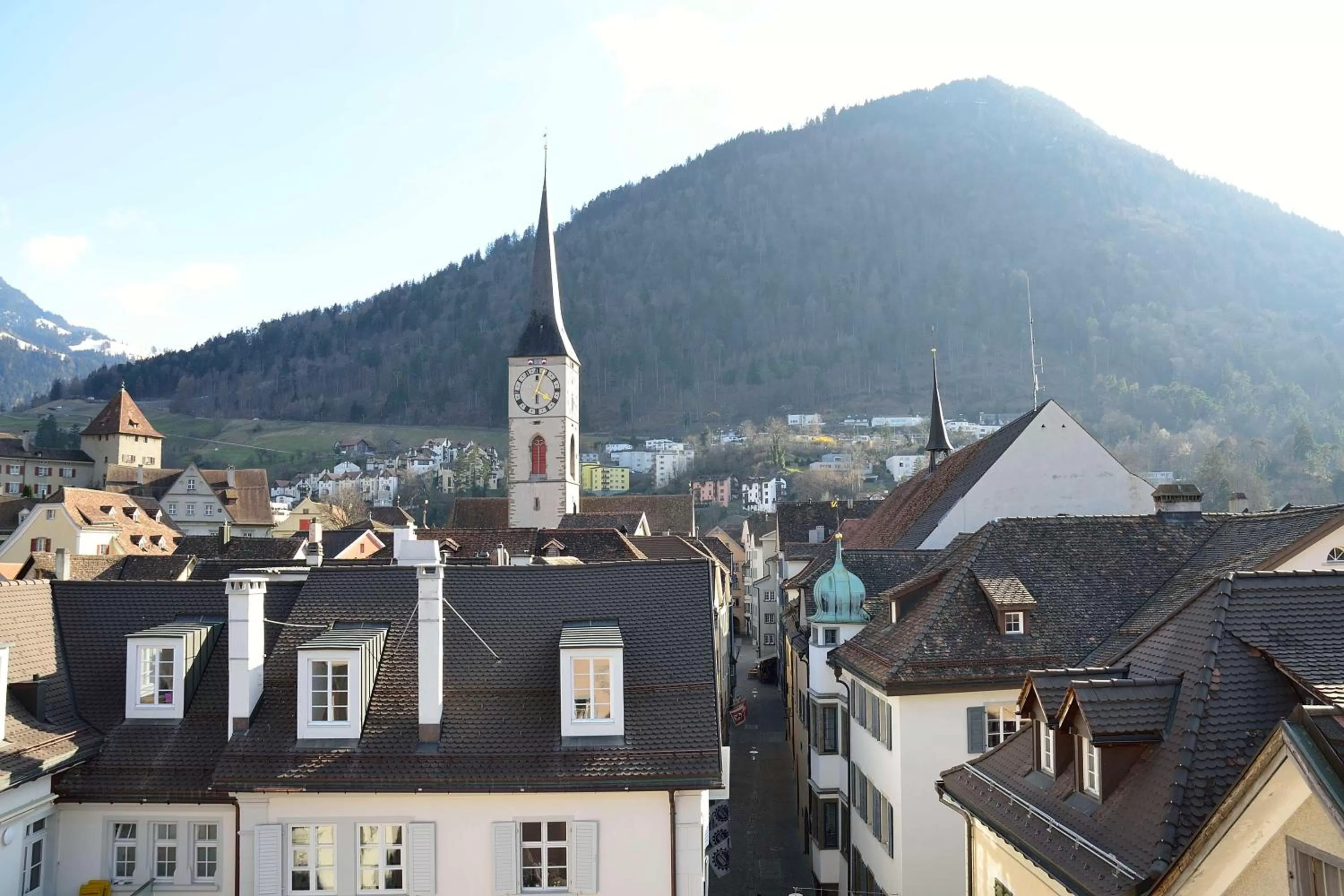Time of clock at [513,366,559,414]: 6:03
